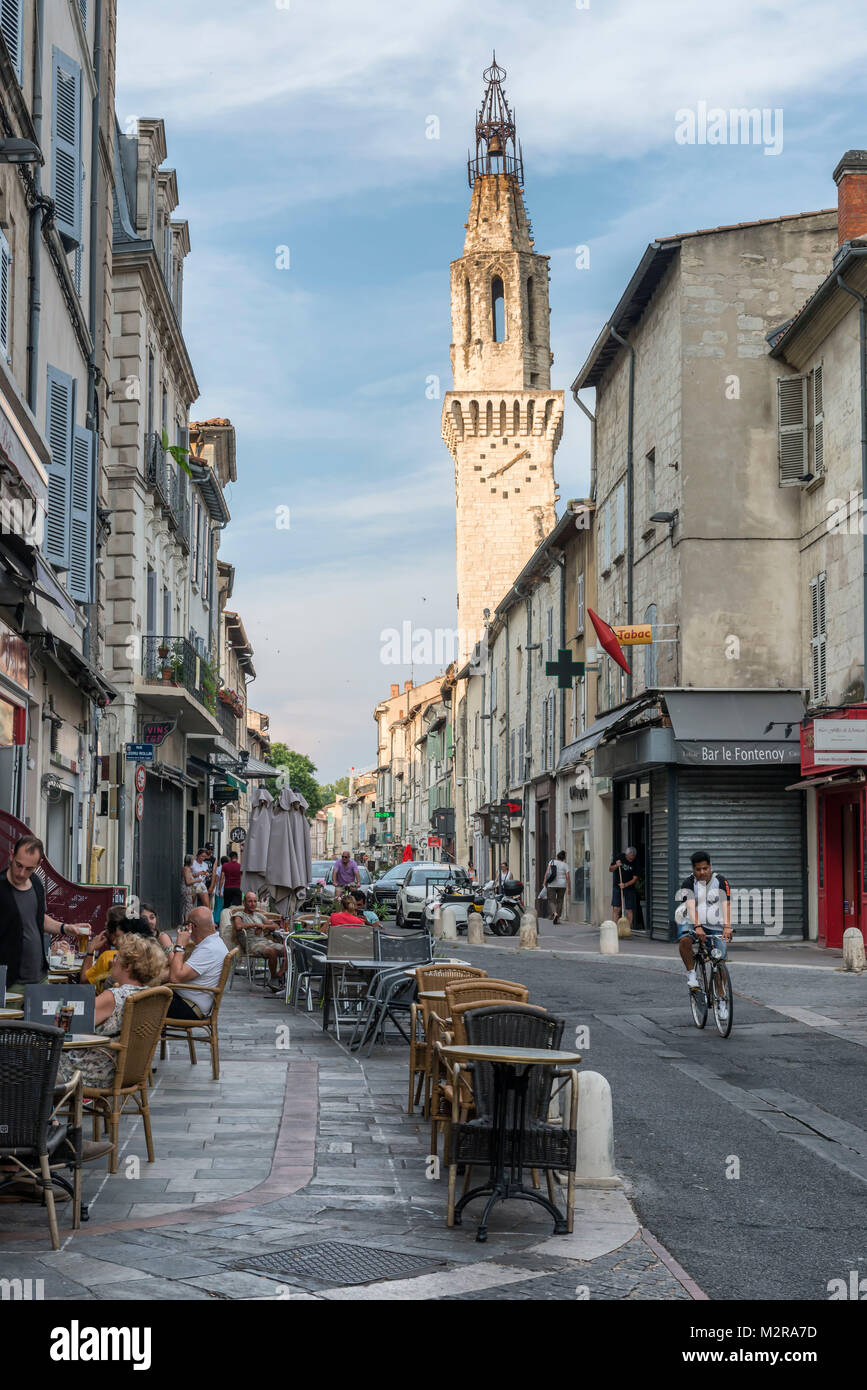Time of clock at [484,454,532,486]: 8:09
